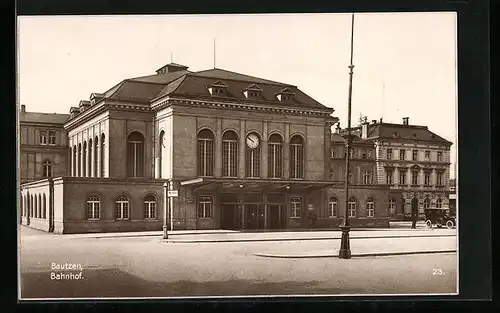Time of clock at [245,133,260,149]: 9:50
